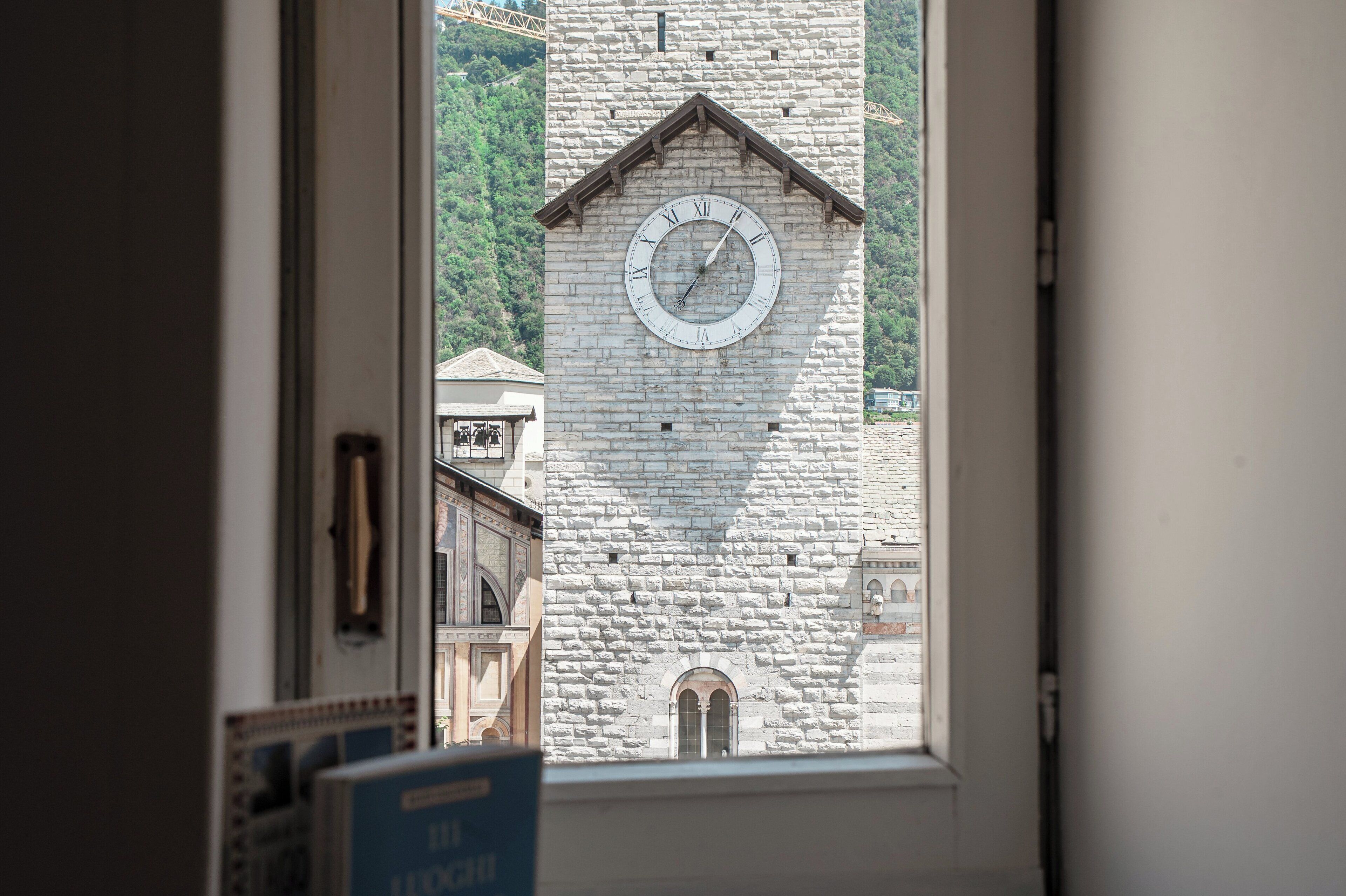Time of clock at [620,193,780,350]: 7:06
